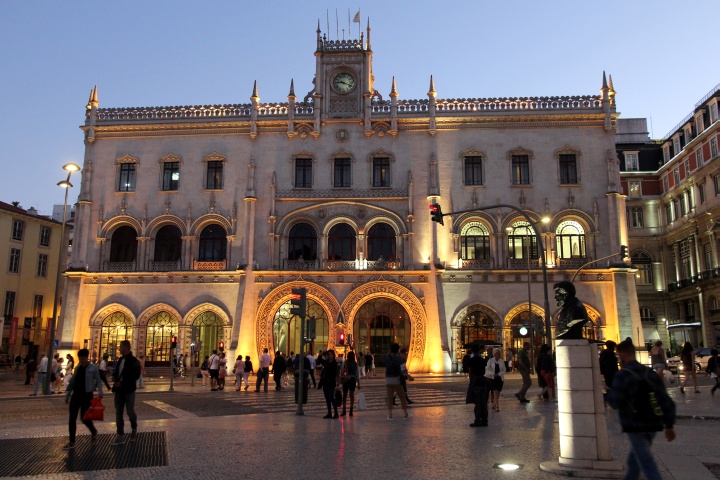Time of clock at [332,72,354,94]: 9:18
